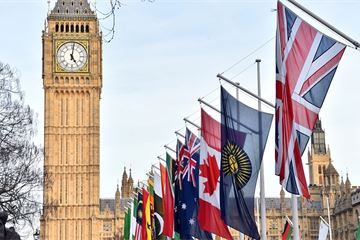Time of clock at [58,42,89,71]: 5:01
